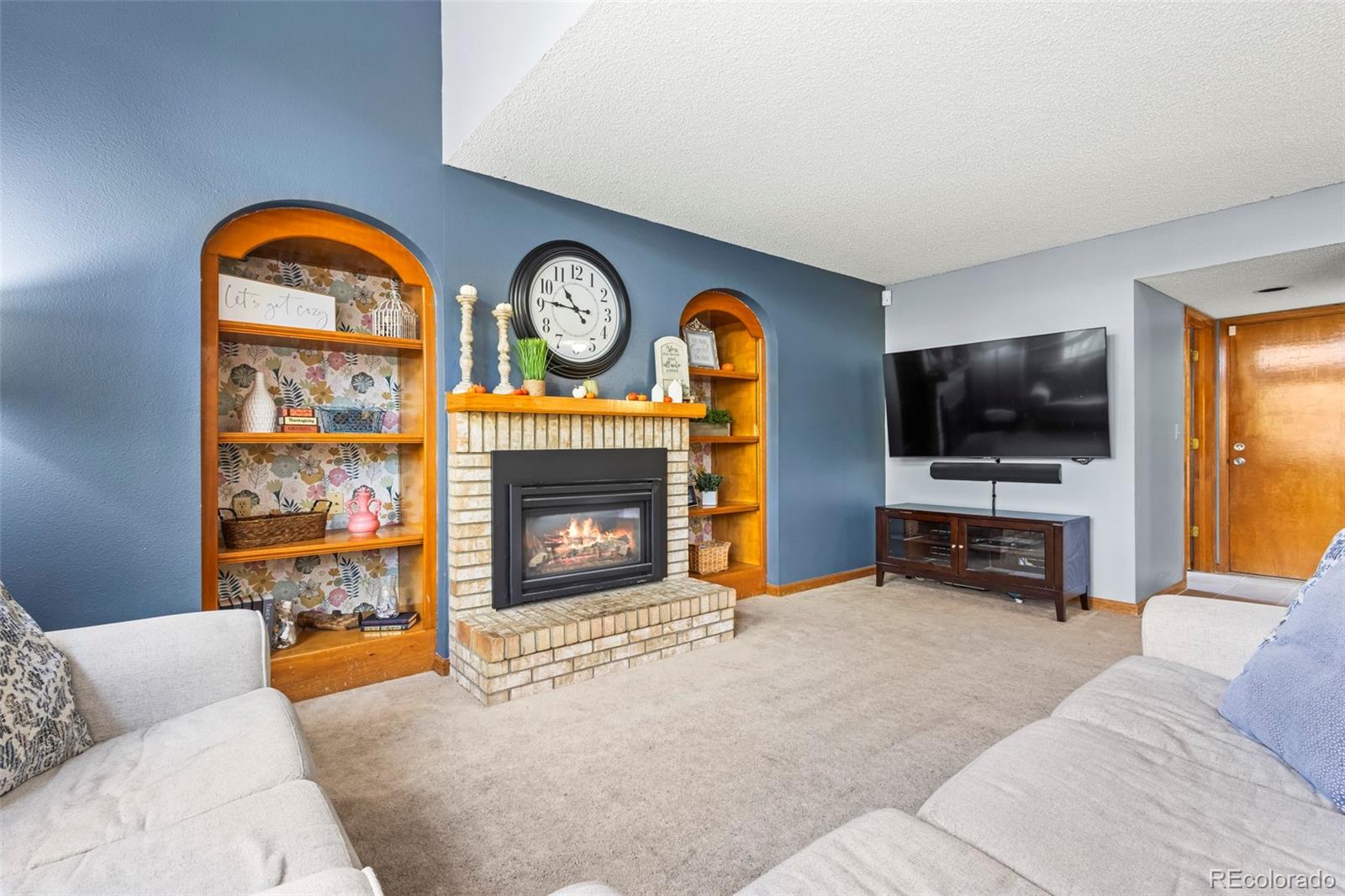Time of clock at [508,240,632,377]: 10:46
